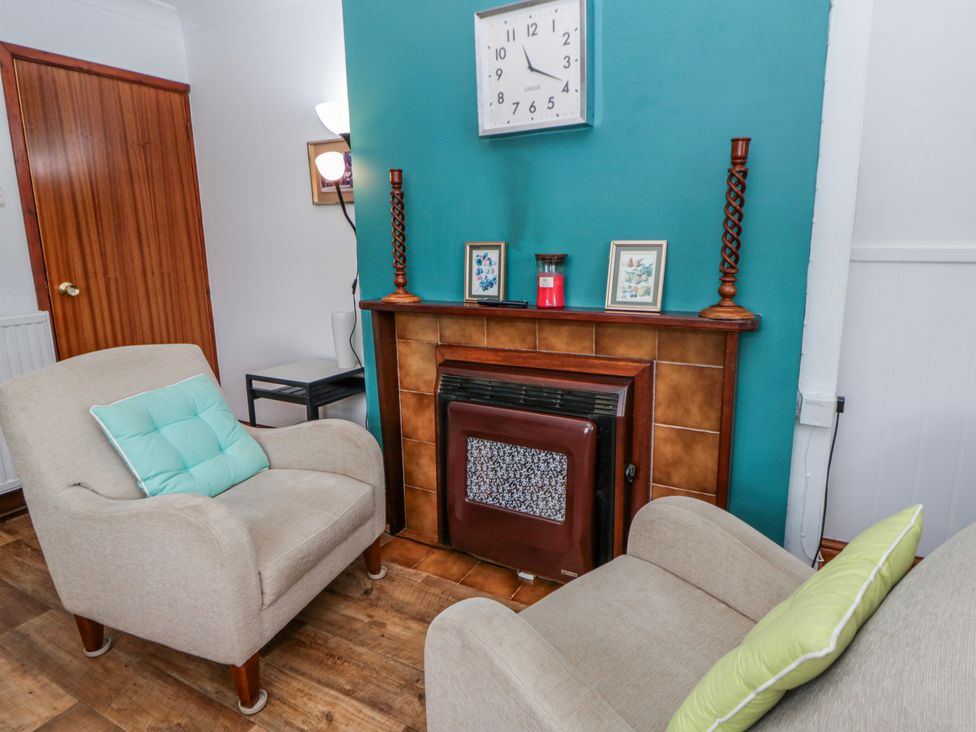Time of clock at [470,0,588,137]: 11:19
